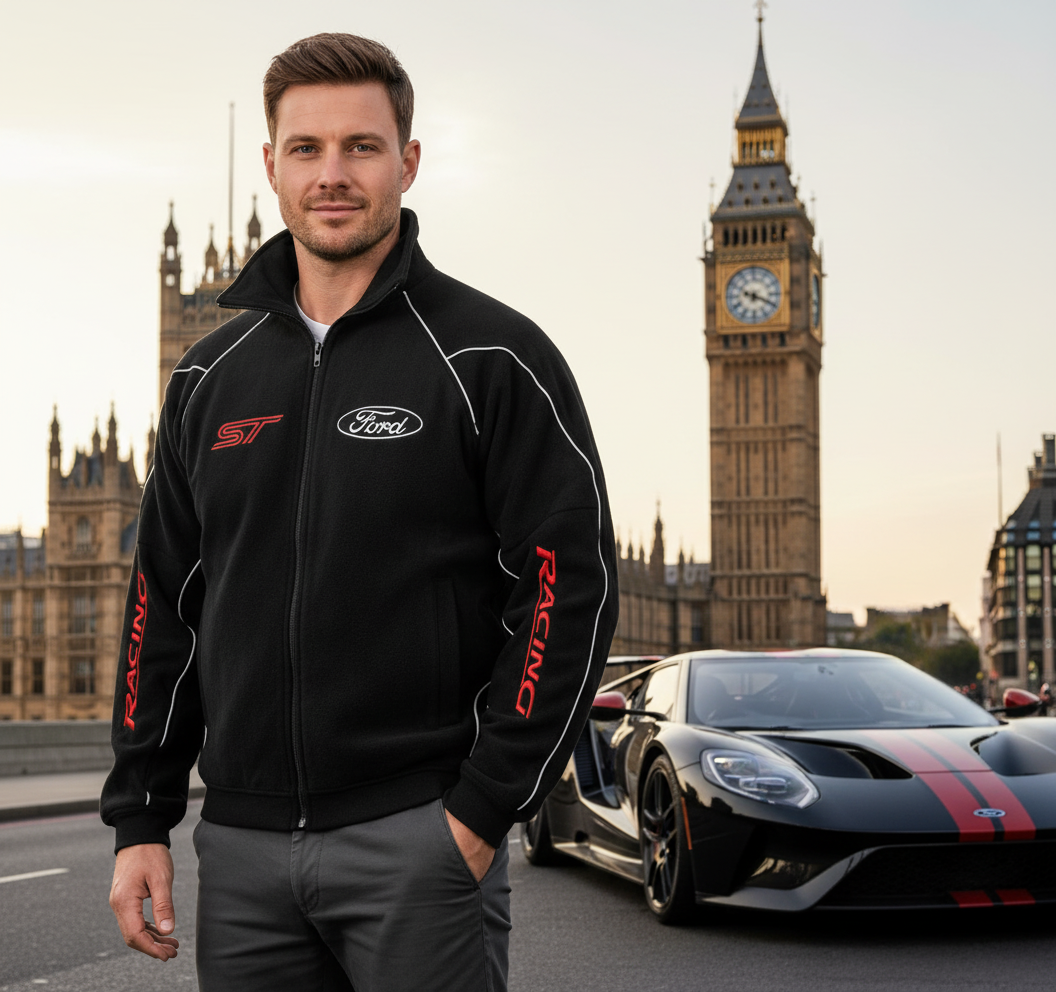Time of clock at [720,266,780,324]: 6:18
